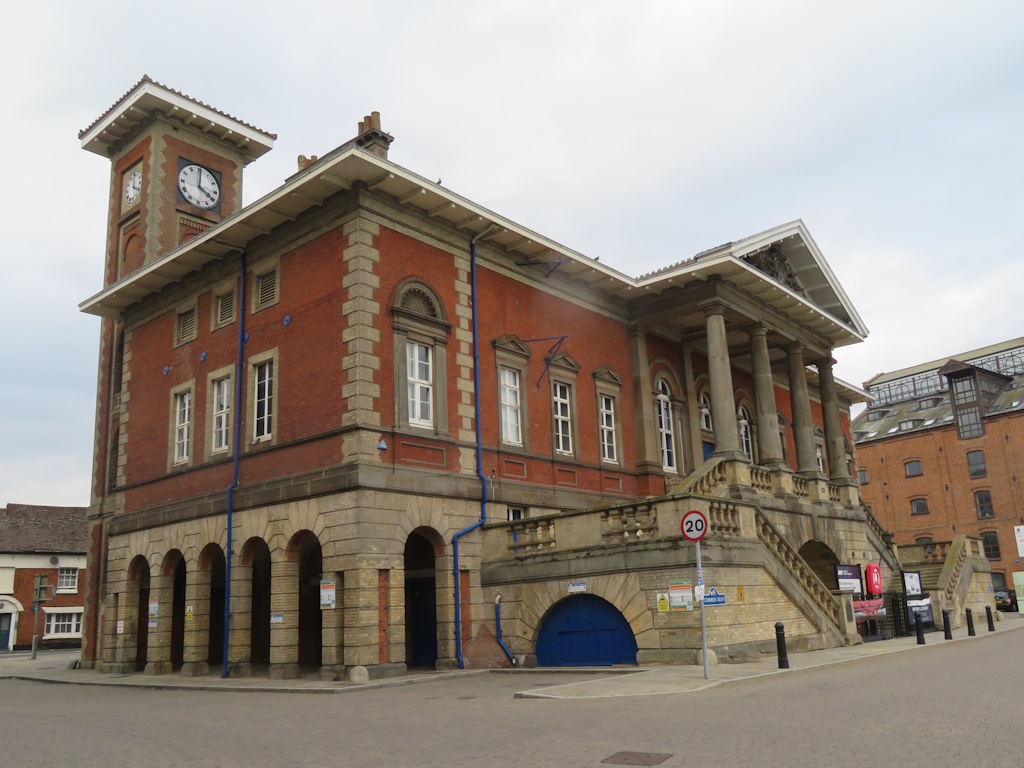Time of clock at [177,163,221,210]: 4:00
